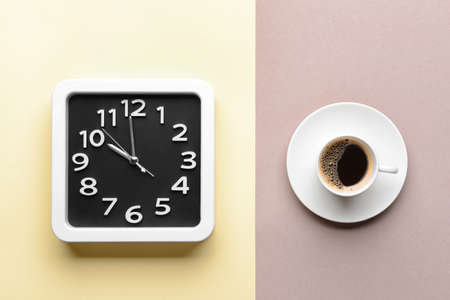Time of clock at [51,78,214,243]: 9:59
